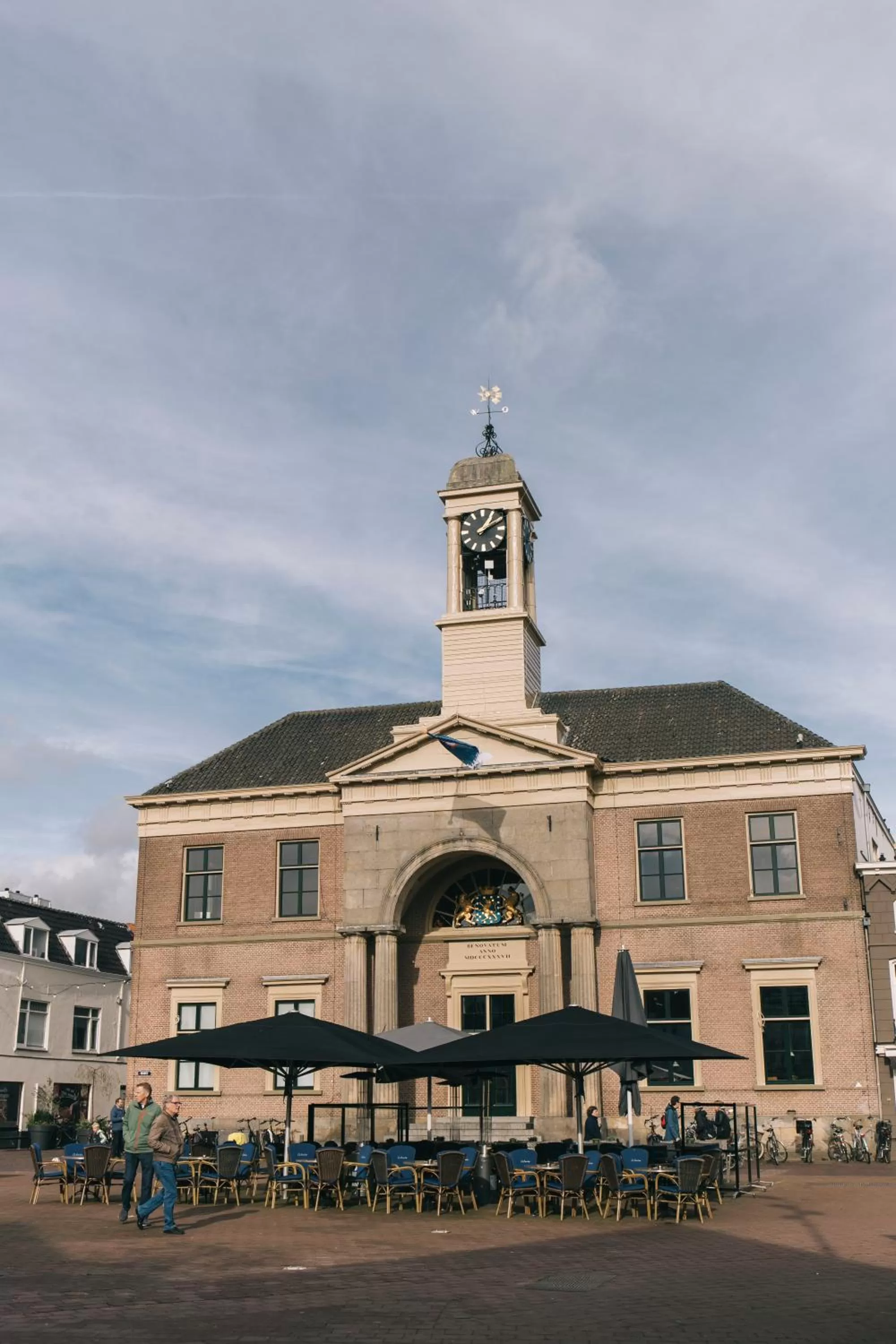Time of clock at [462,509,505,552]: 1:10
